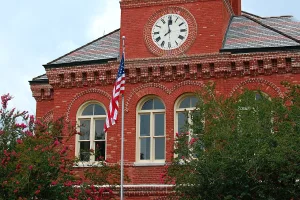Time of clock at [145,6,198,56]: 7:59
